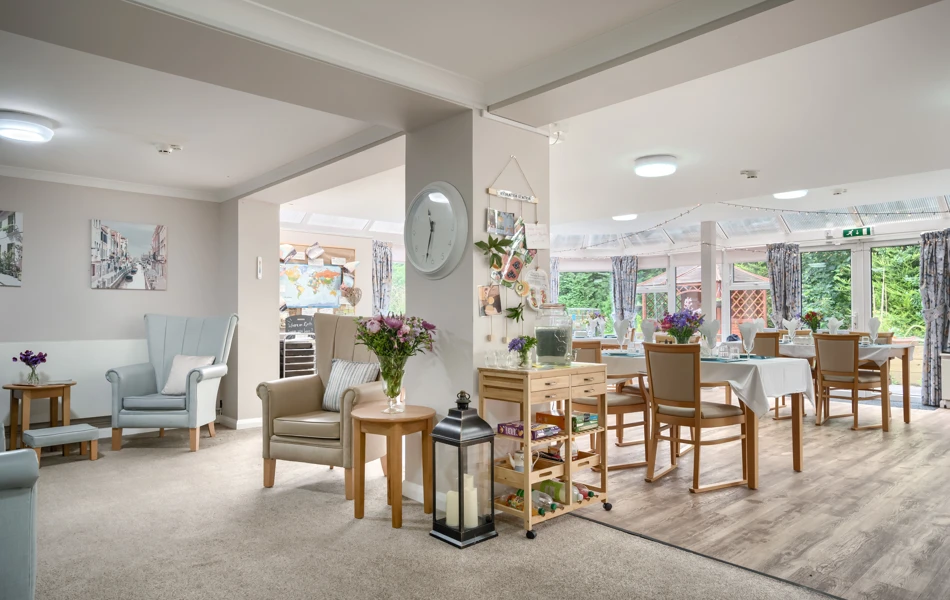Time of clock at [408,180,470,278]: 11:32
